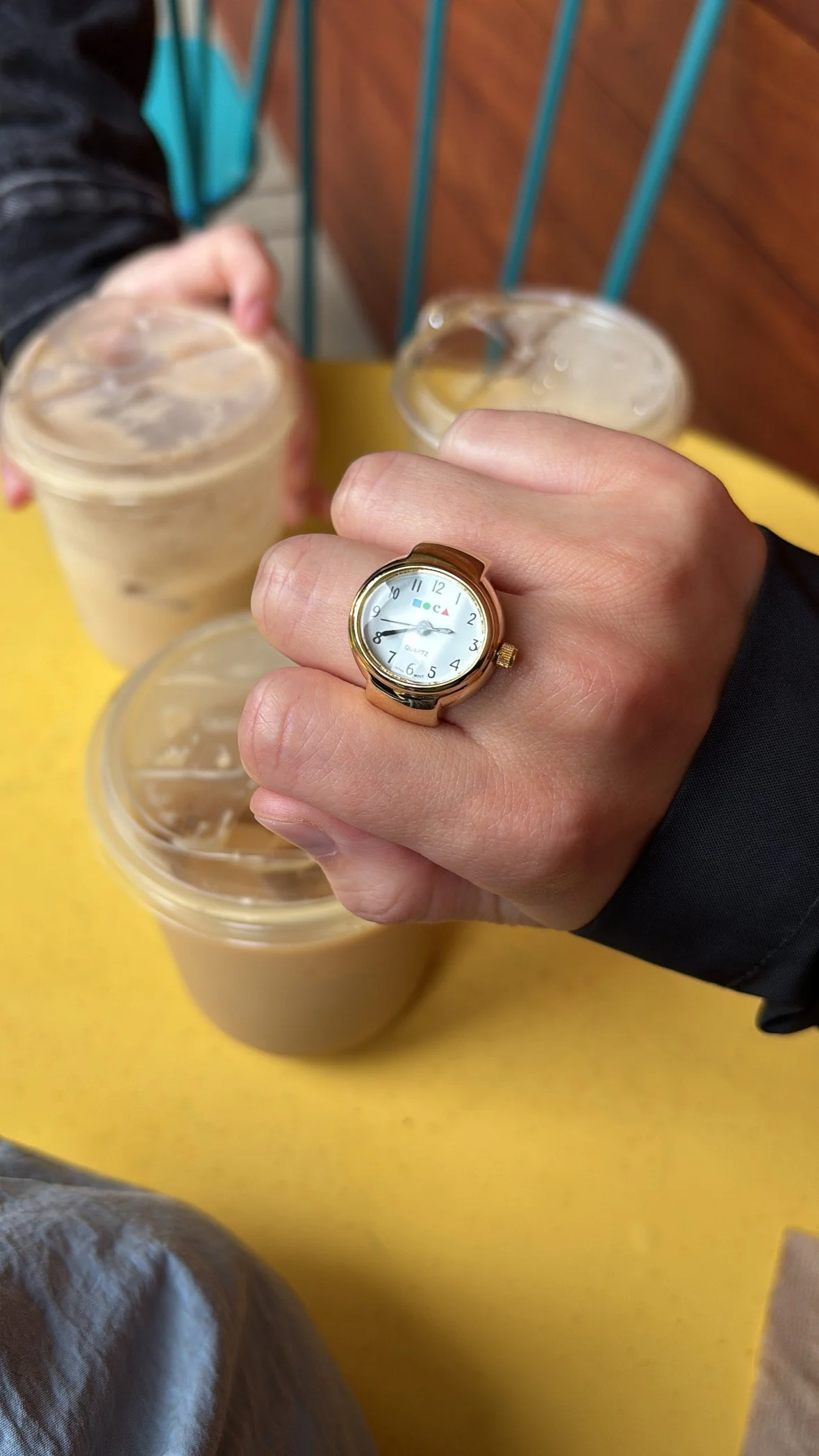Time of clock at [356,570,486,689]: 2:40
